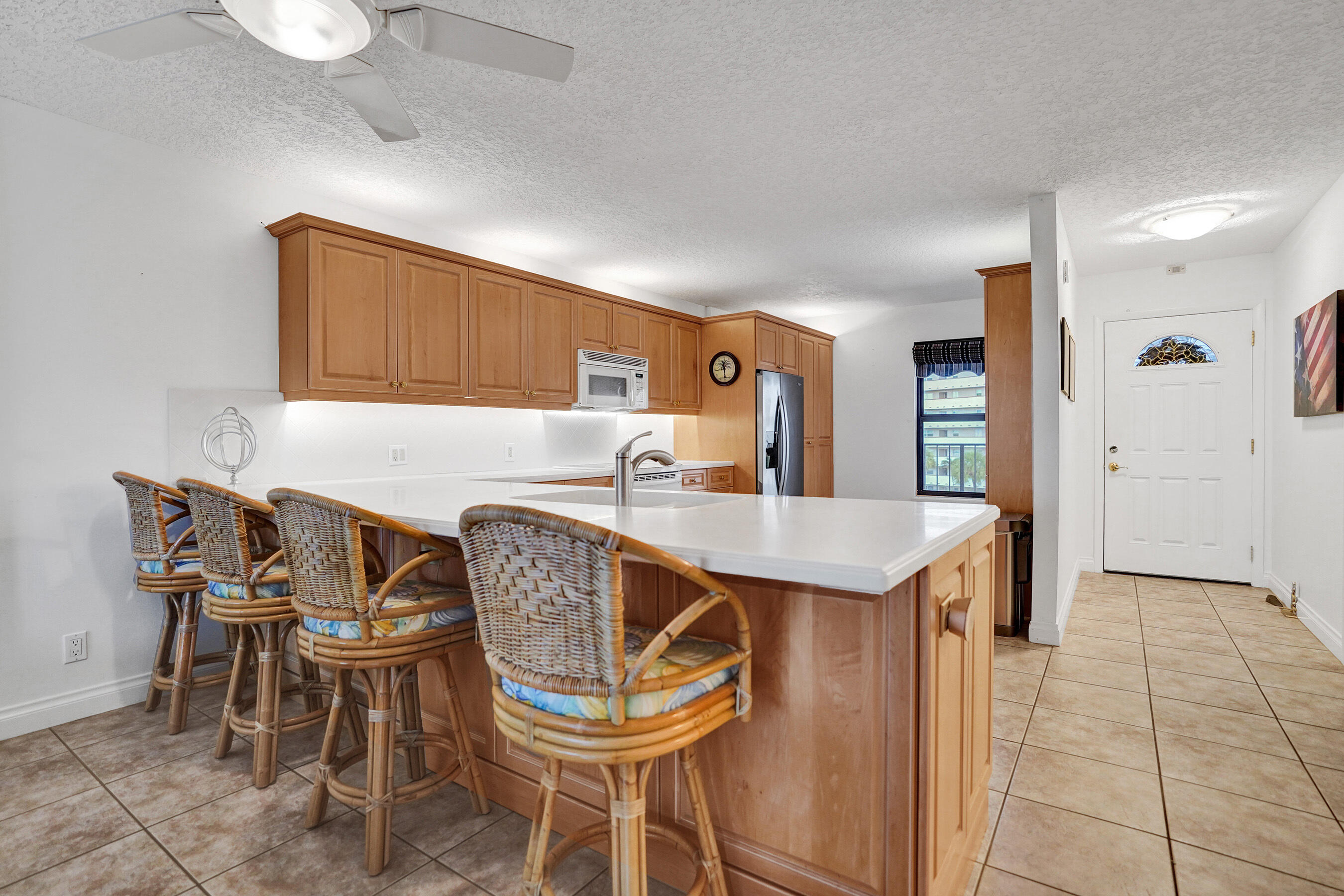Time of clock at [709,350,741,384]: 11:29
